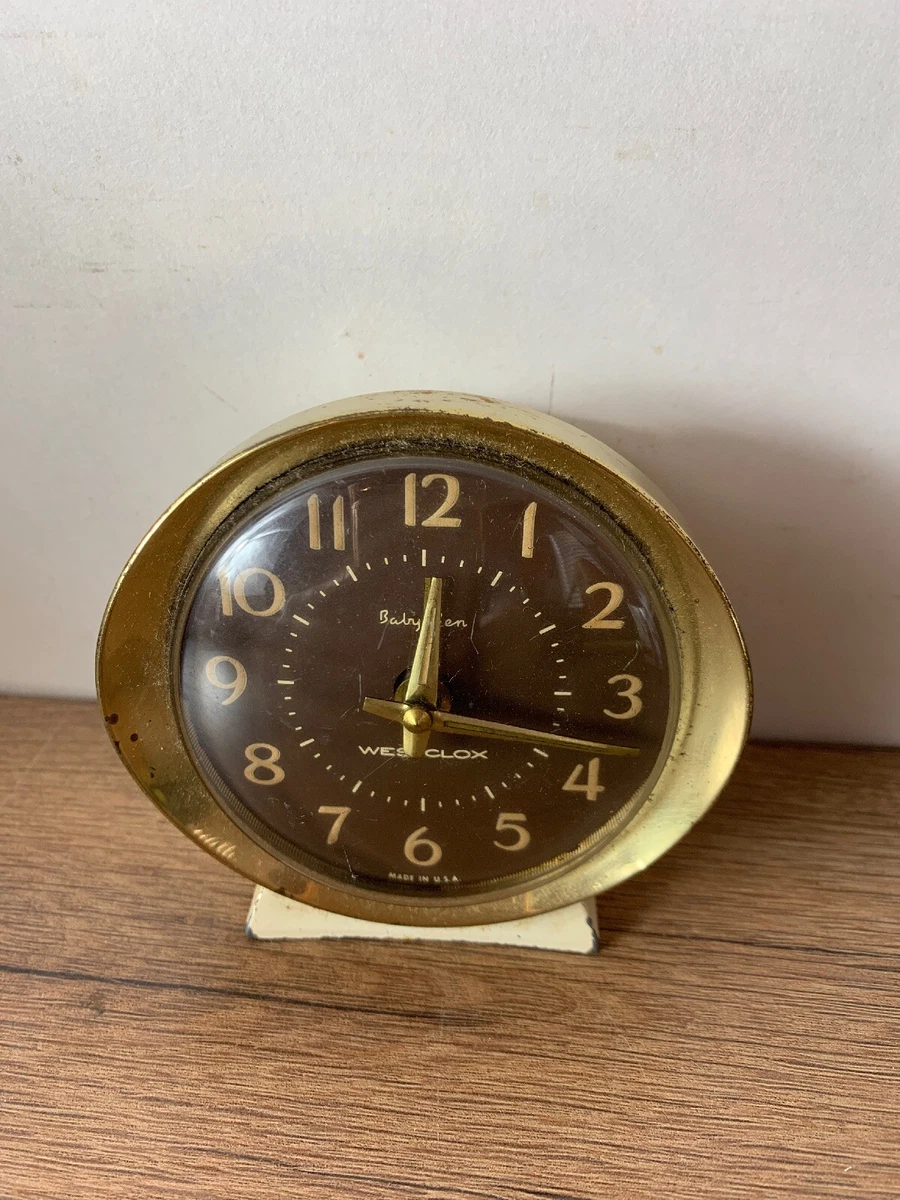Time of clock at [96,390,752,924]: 12:17
